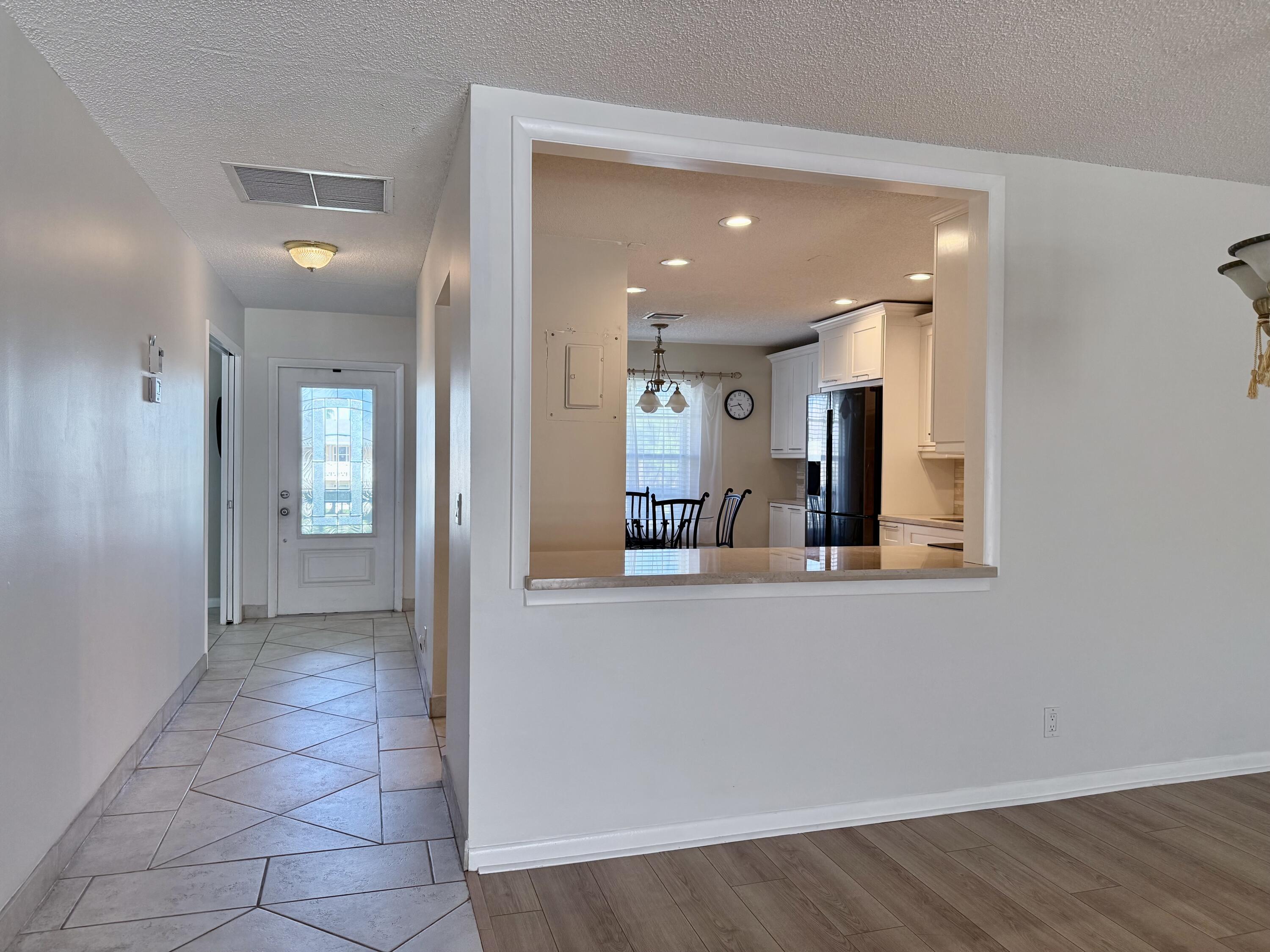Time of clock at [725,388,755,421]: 4:42
